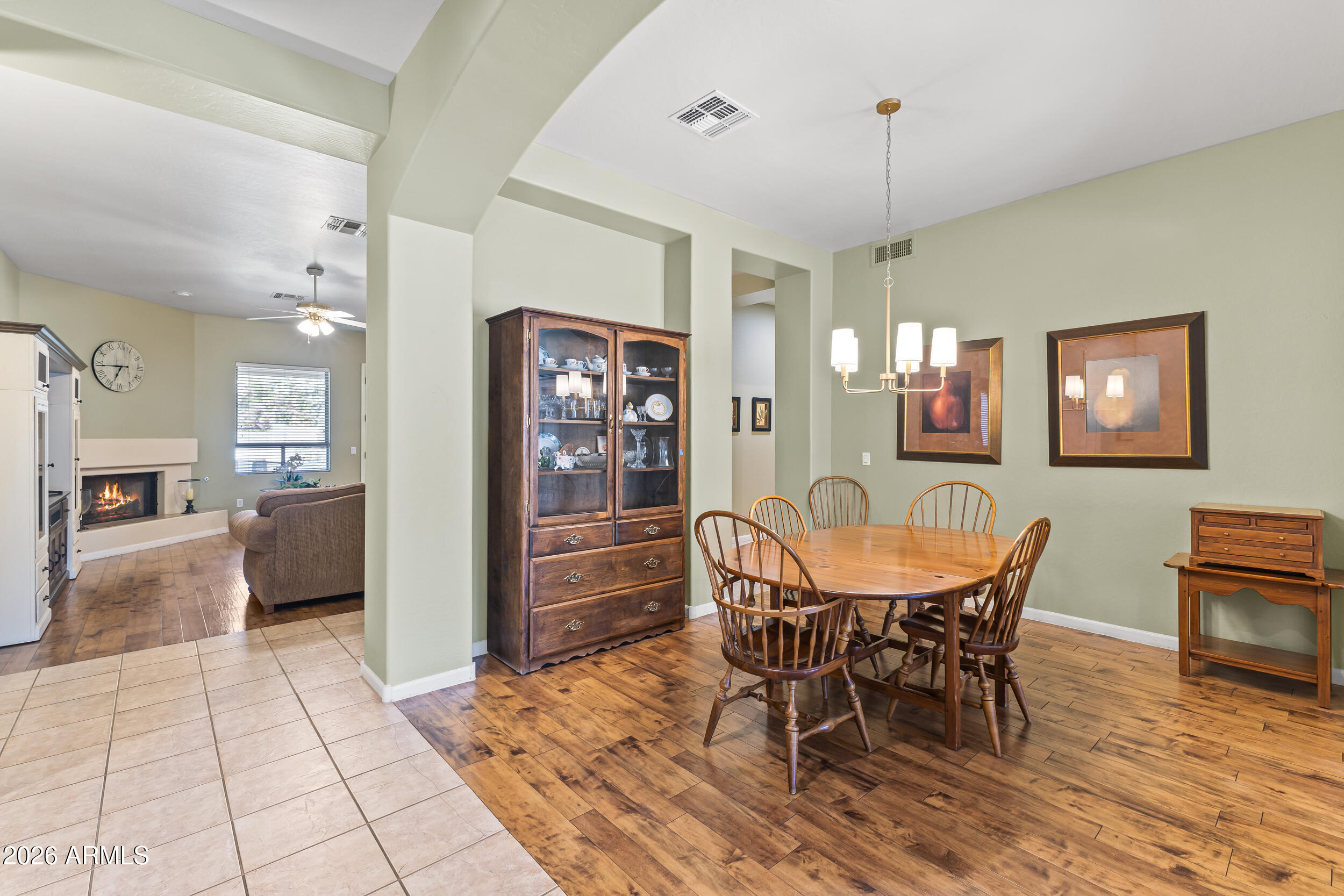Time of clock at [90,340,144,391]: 6:44
